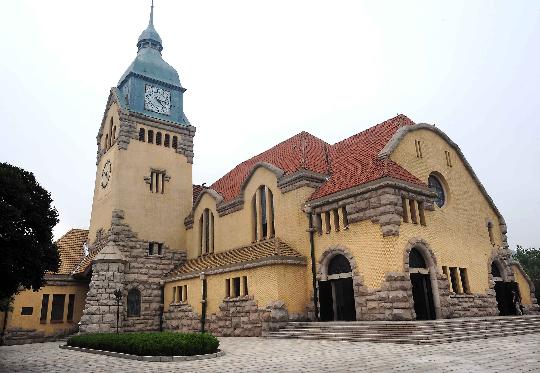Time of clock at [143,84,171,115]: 3:22
